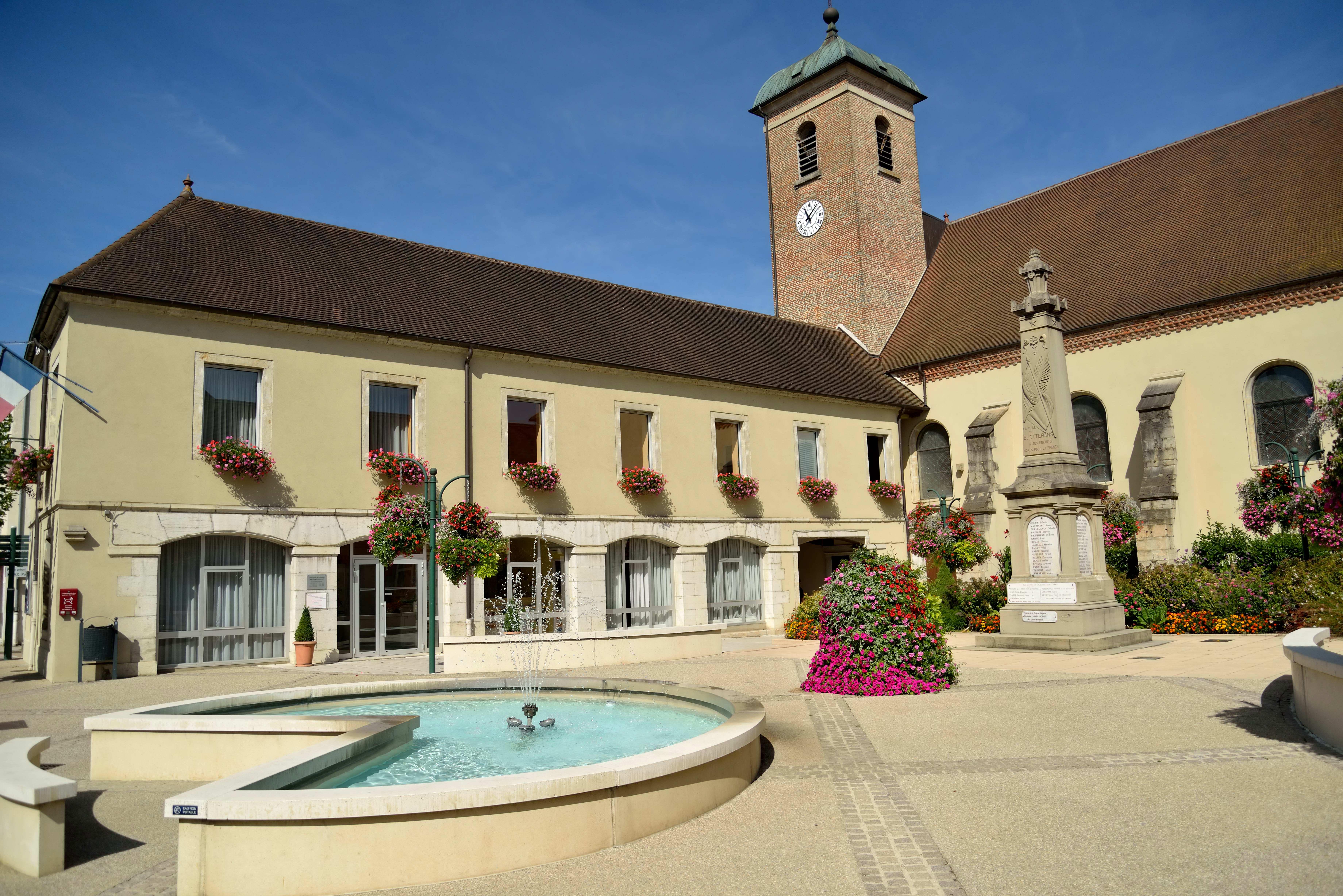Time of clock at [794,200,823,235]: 11:07
